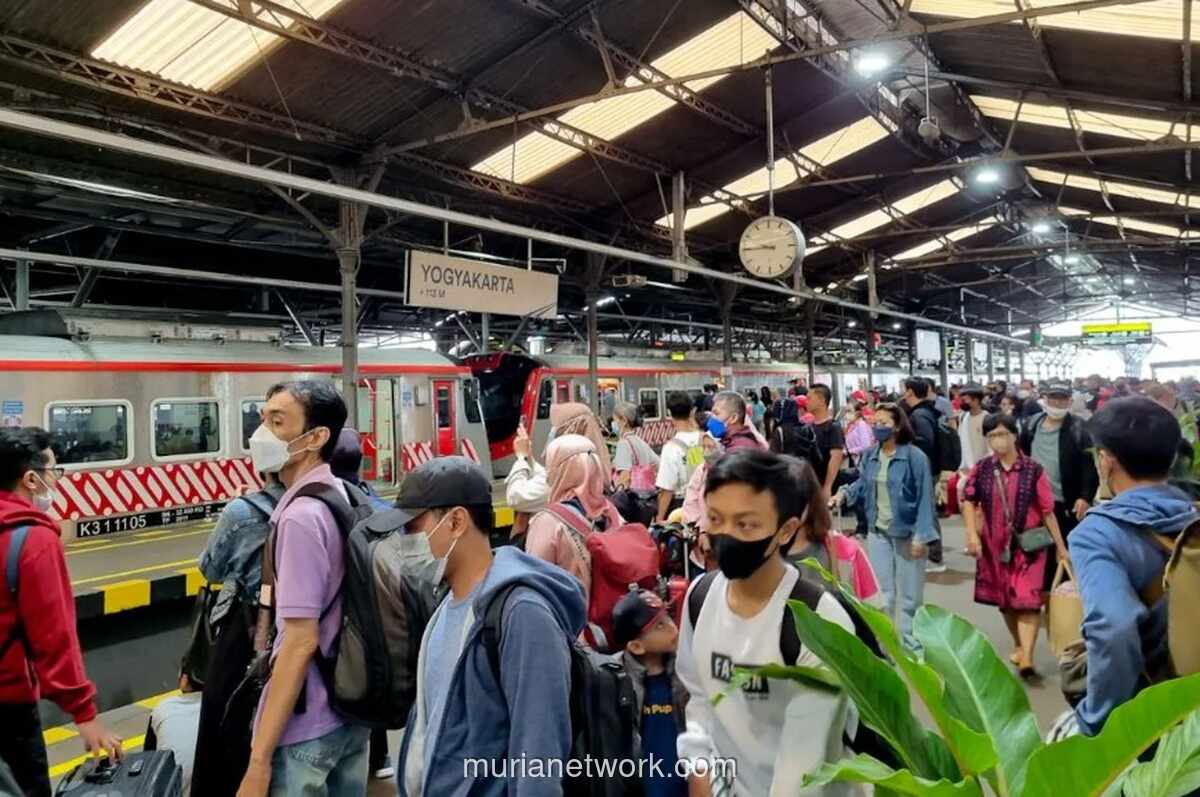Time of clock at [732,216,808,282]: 9:45
